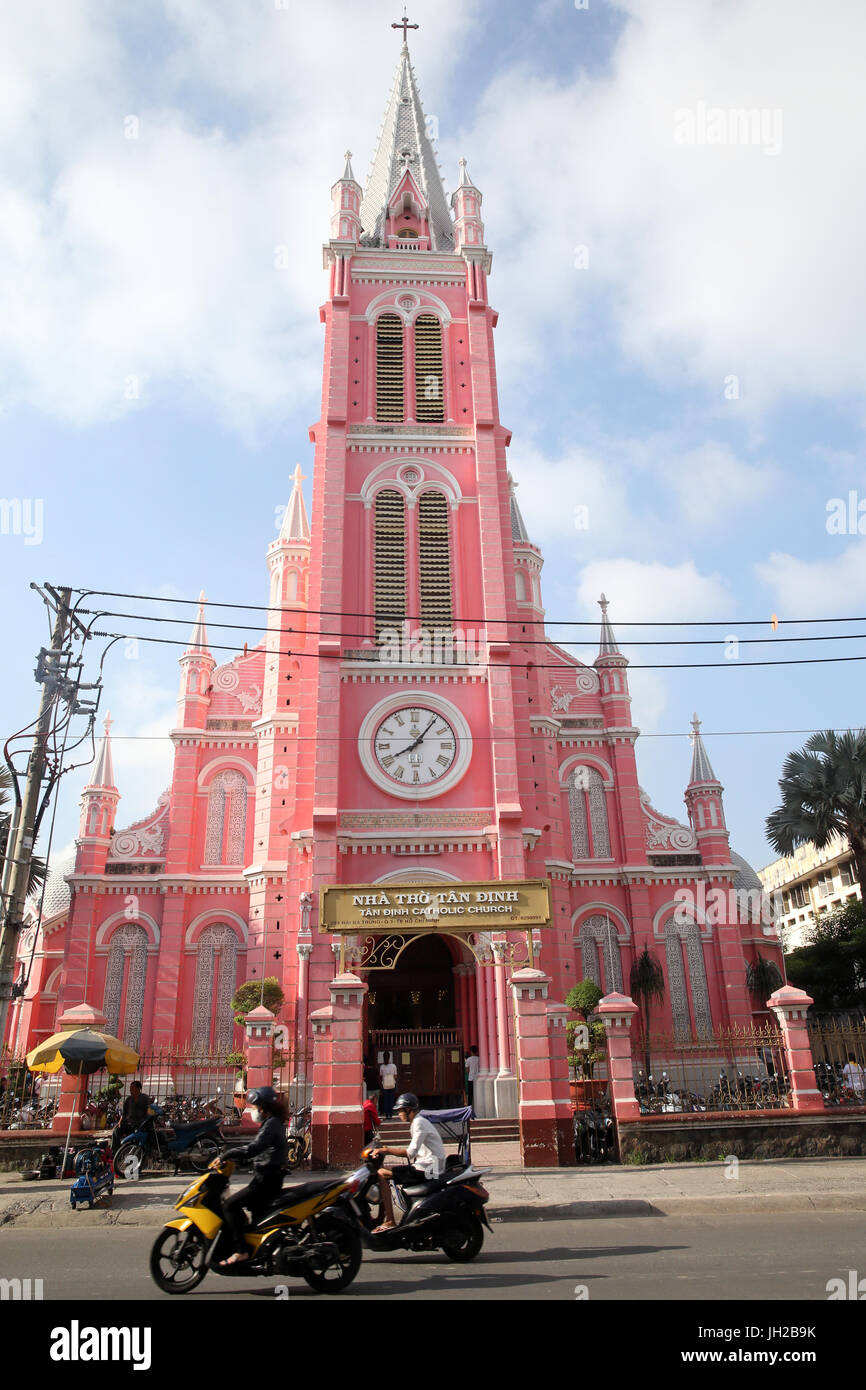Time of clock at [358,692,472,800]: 8:06
